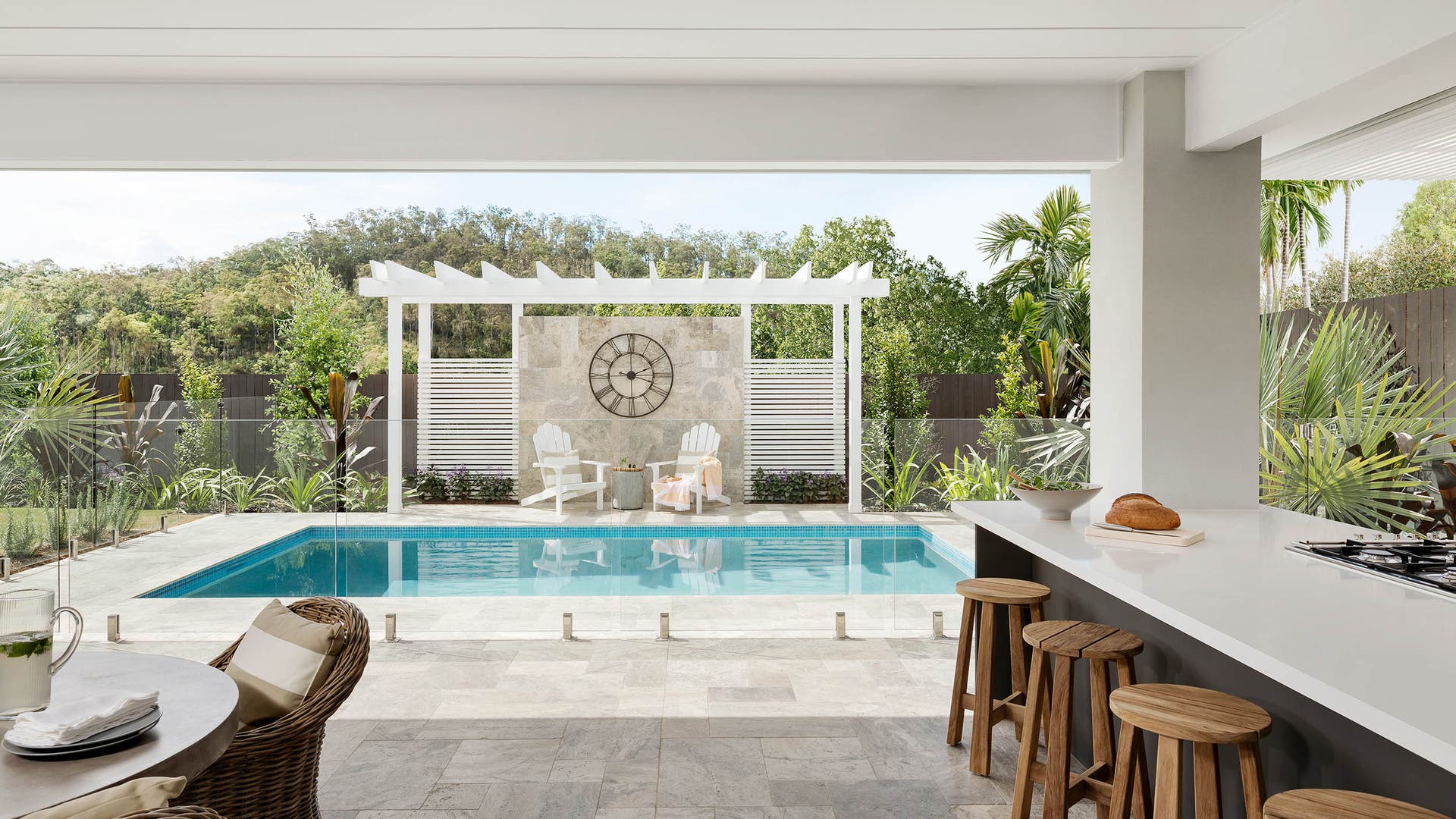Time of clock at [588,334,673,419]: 2:18
